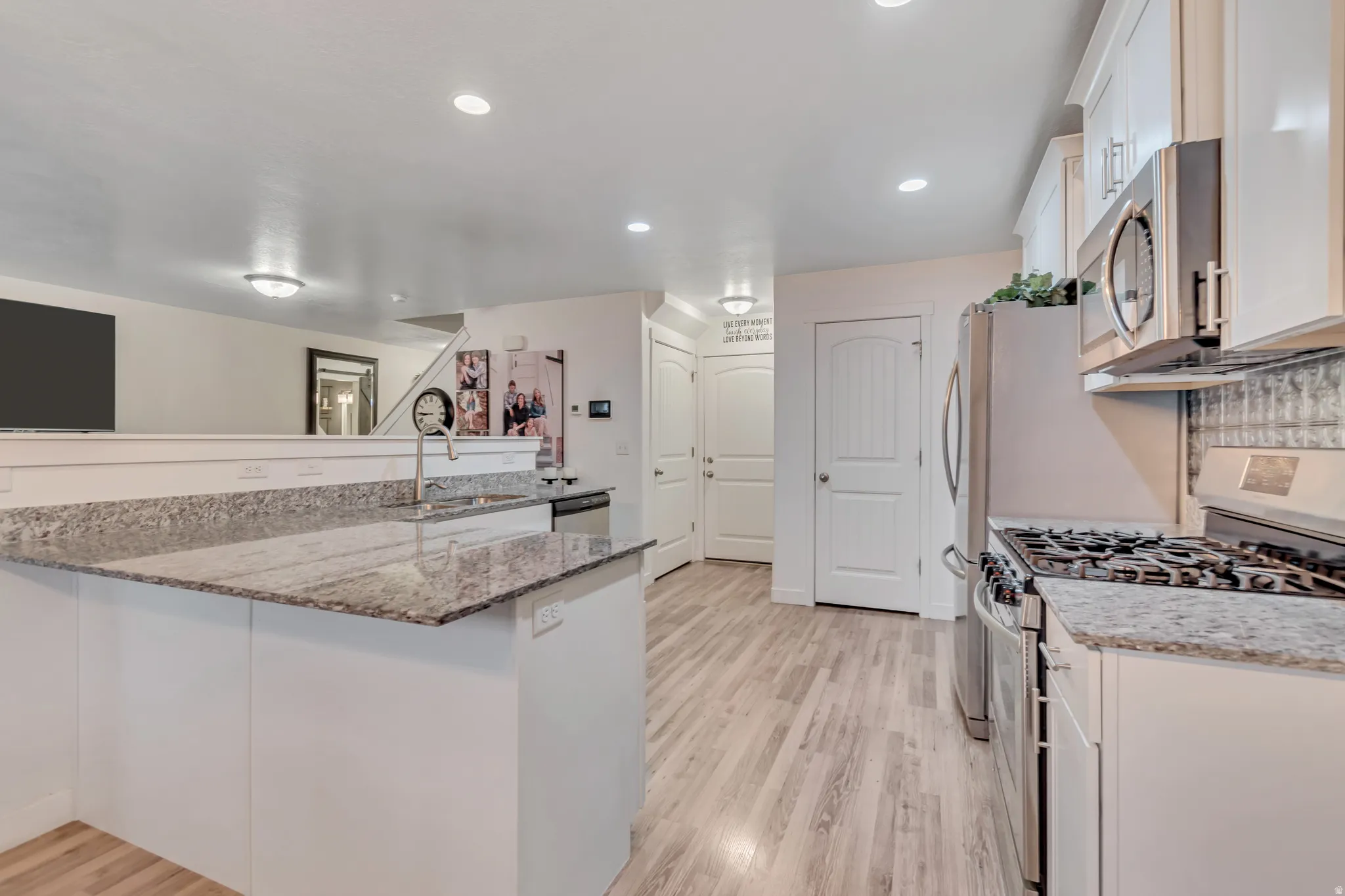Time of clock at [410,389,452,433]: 8:45
